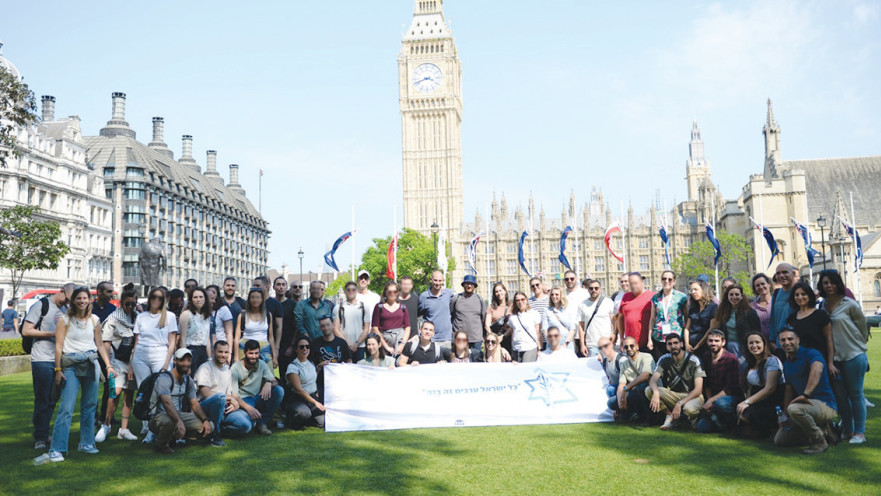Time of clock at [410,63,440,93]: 3:41
